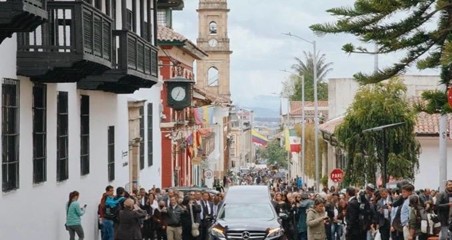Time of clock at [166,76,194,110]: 12:34
